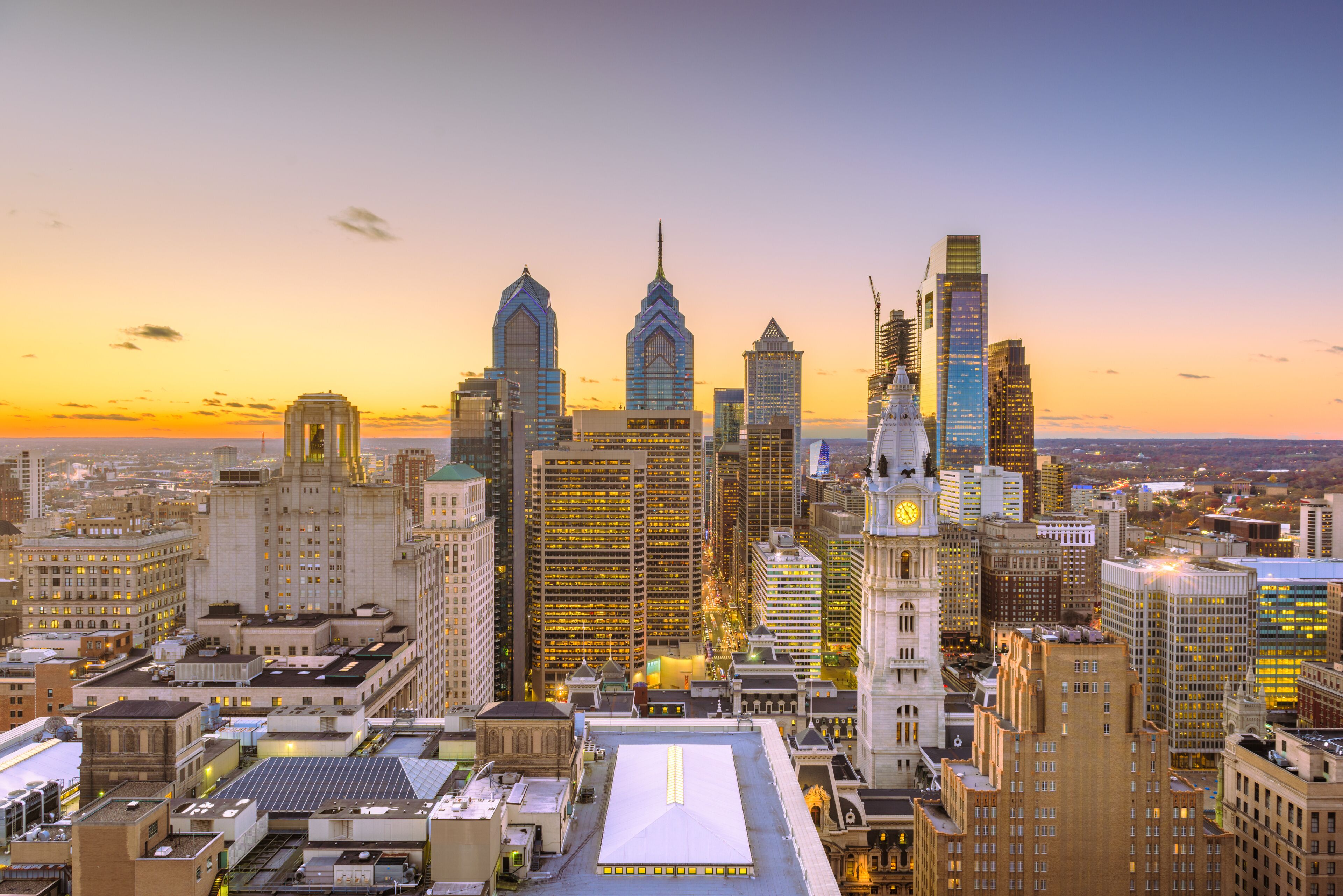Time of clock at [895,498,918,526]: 4:54
